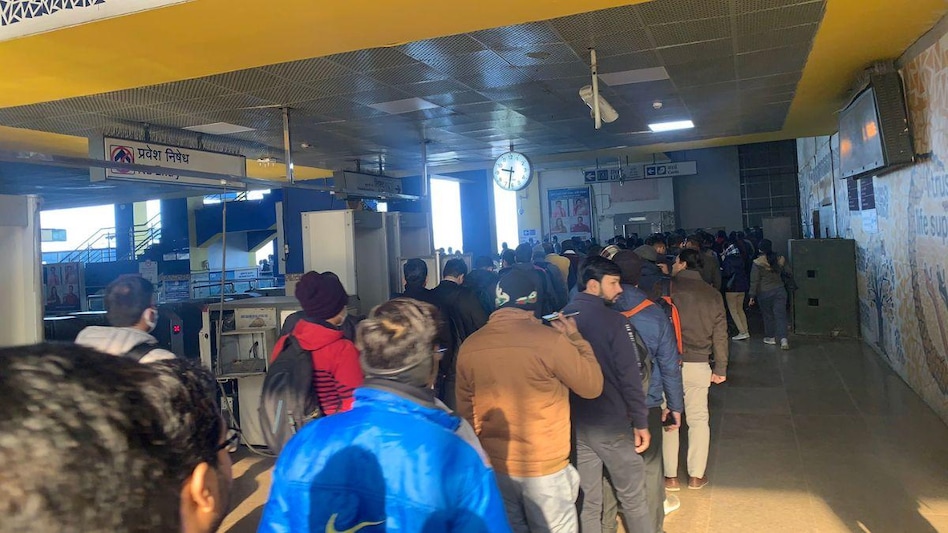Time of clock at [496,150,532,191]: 9:32
